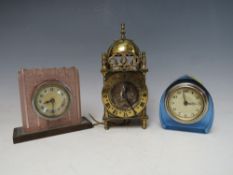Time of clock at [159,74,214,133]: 2:58
